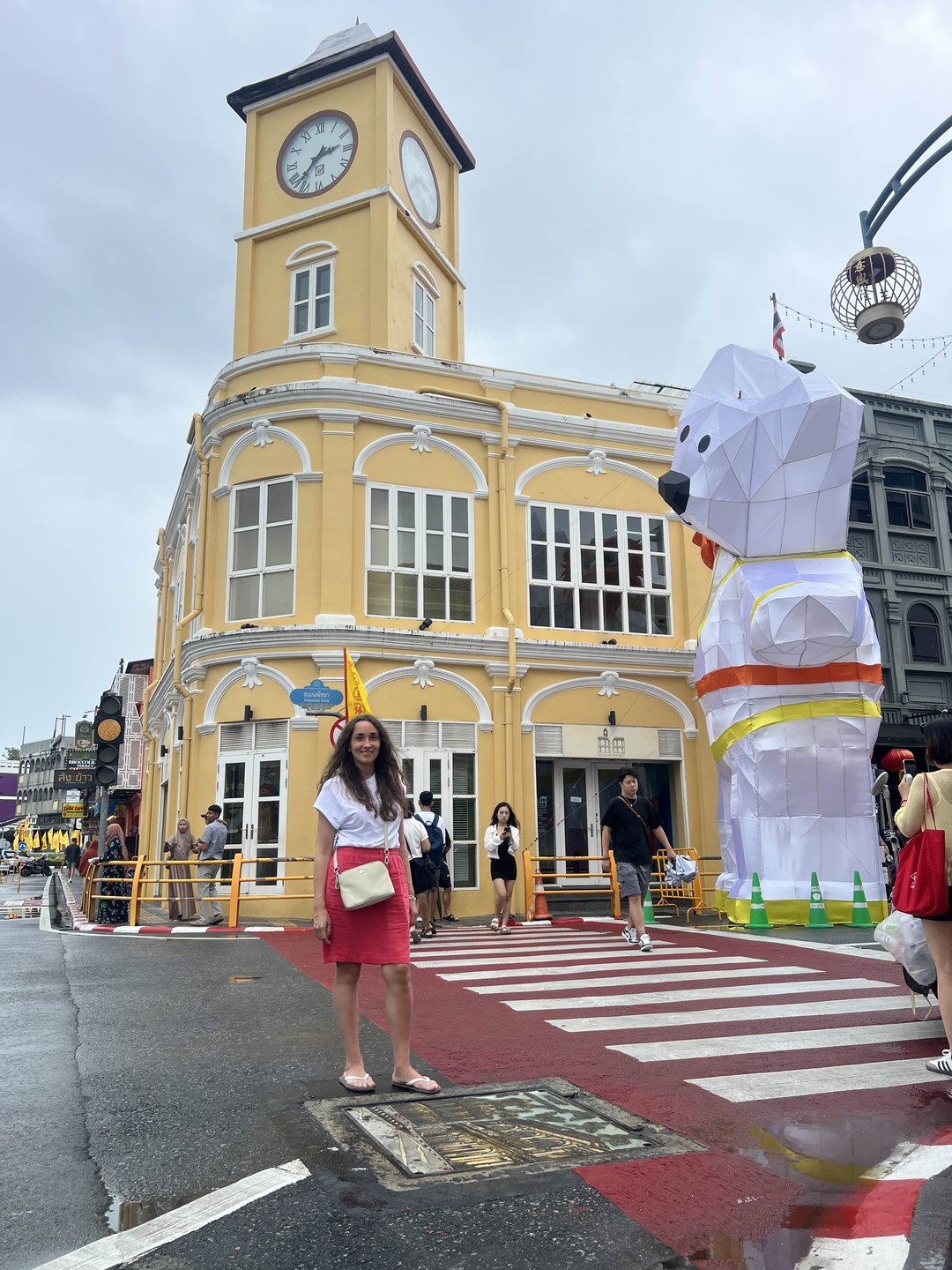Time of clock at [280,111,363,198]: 2:37
